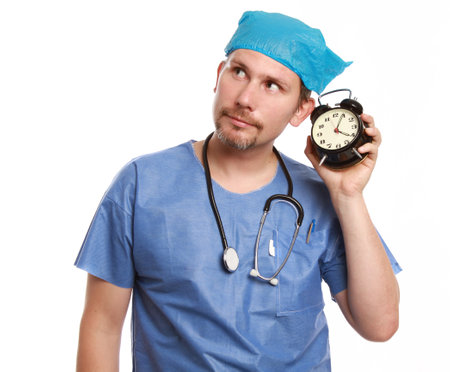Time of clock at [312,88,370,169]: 4:04
